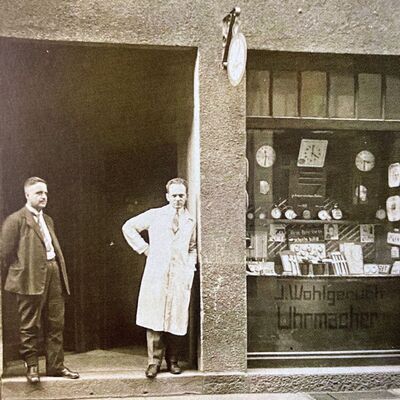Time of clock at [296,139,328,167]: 3:58
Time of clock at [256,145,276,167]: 11:31
